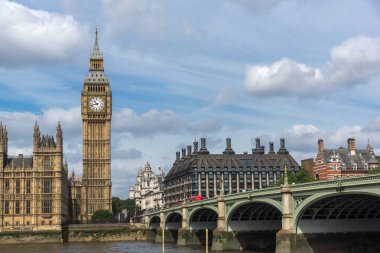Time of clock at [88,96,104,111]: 10:42
